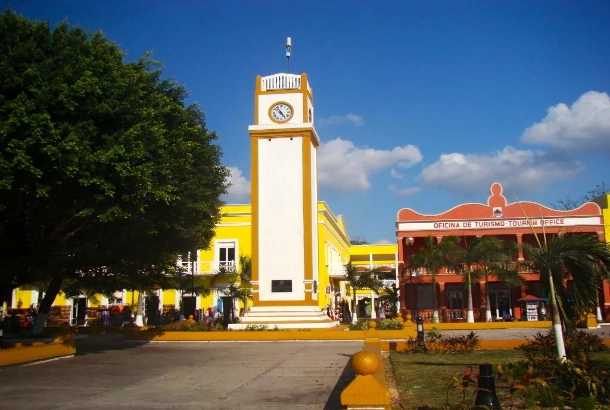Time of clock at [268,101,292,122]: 4:53
